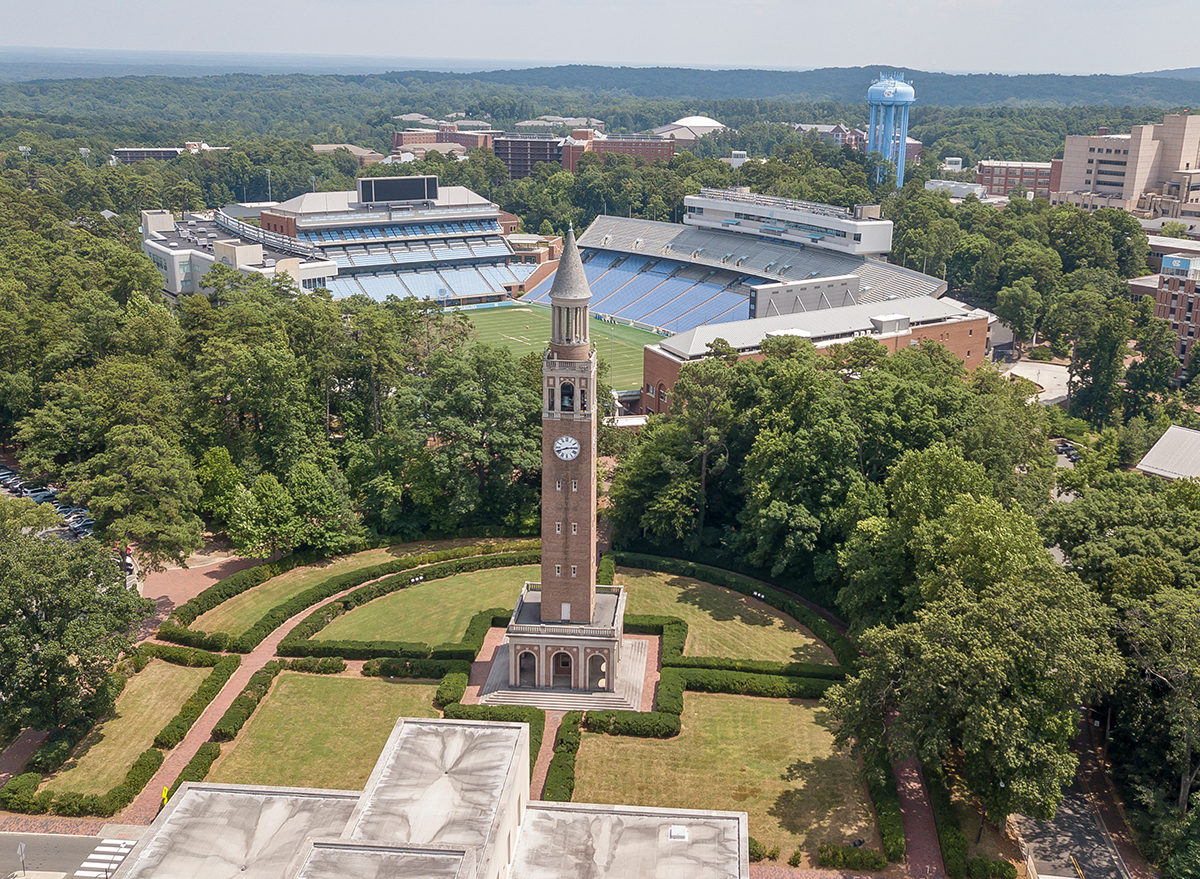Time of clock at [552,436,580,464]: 8:14
